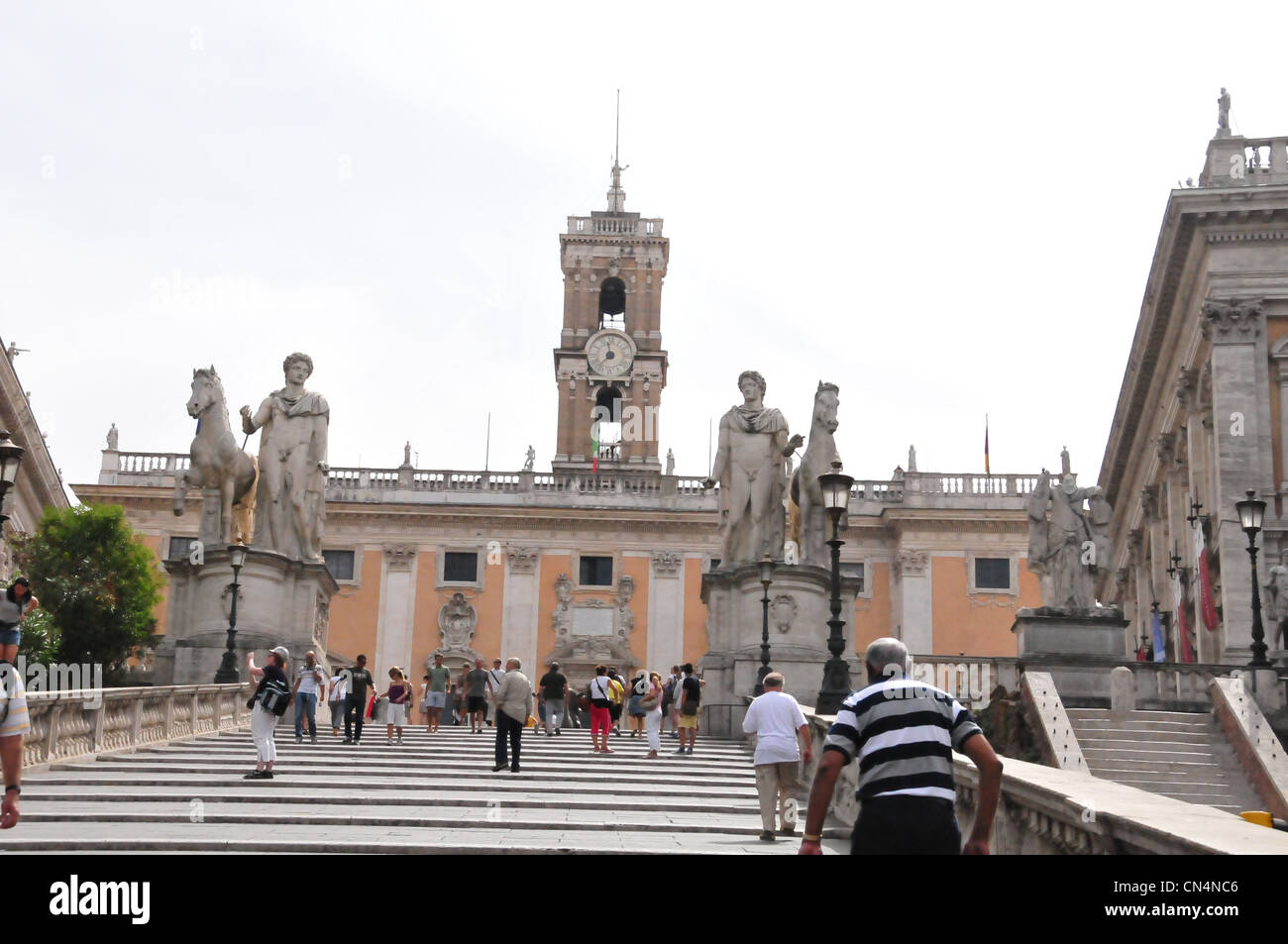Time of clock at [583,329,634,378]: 11:37
